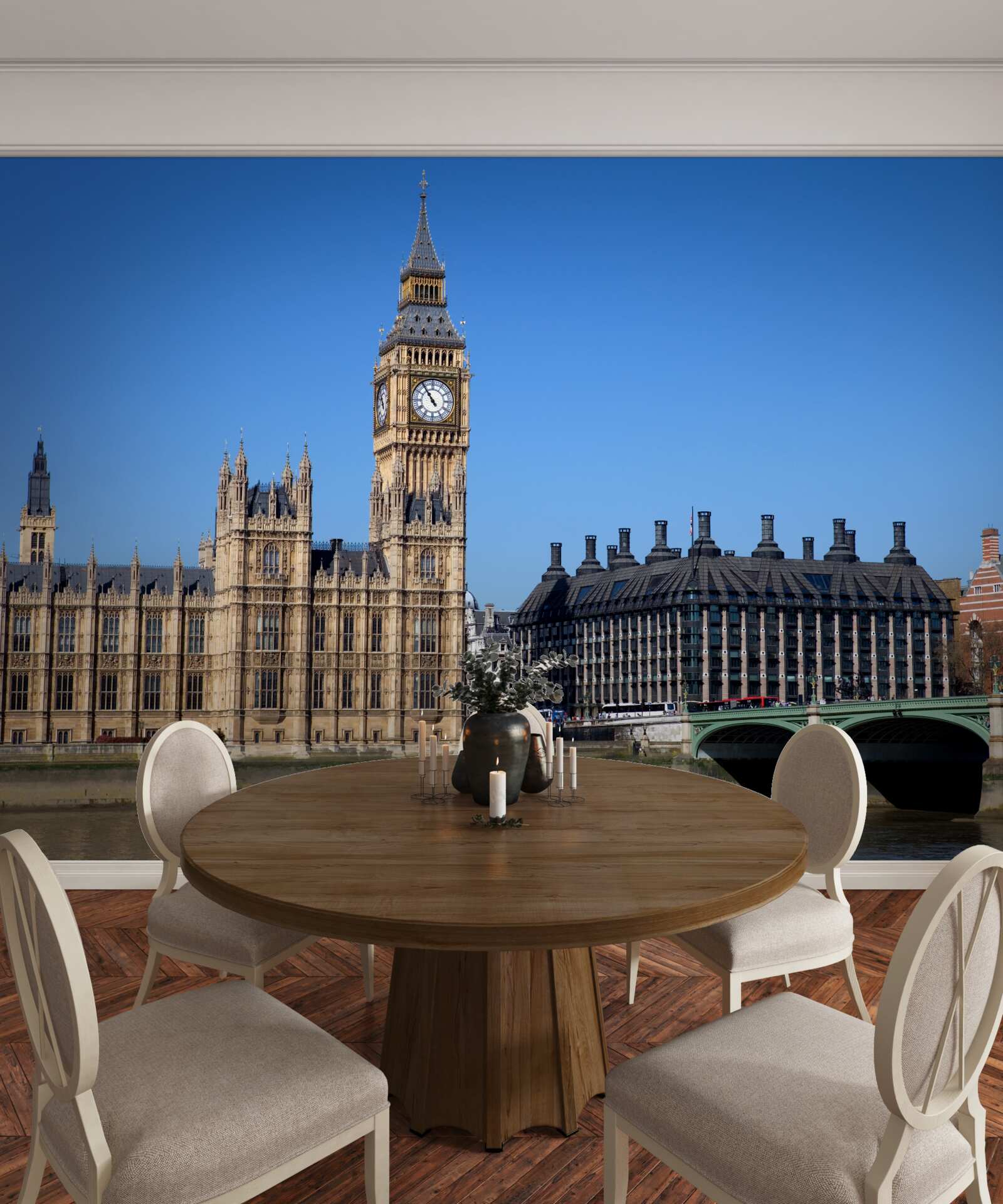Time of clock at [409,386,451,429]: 10:54
